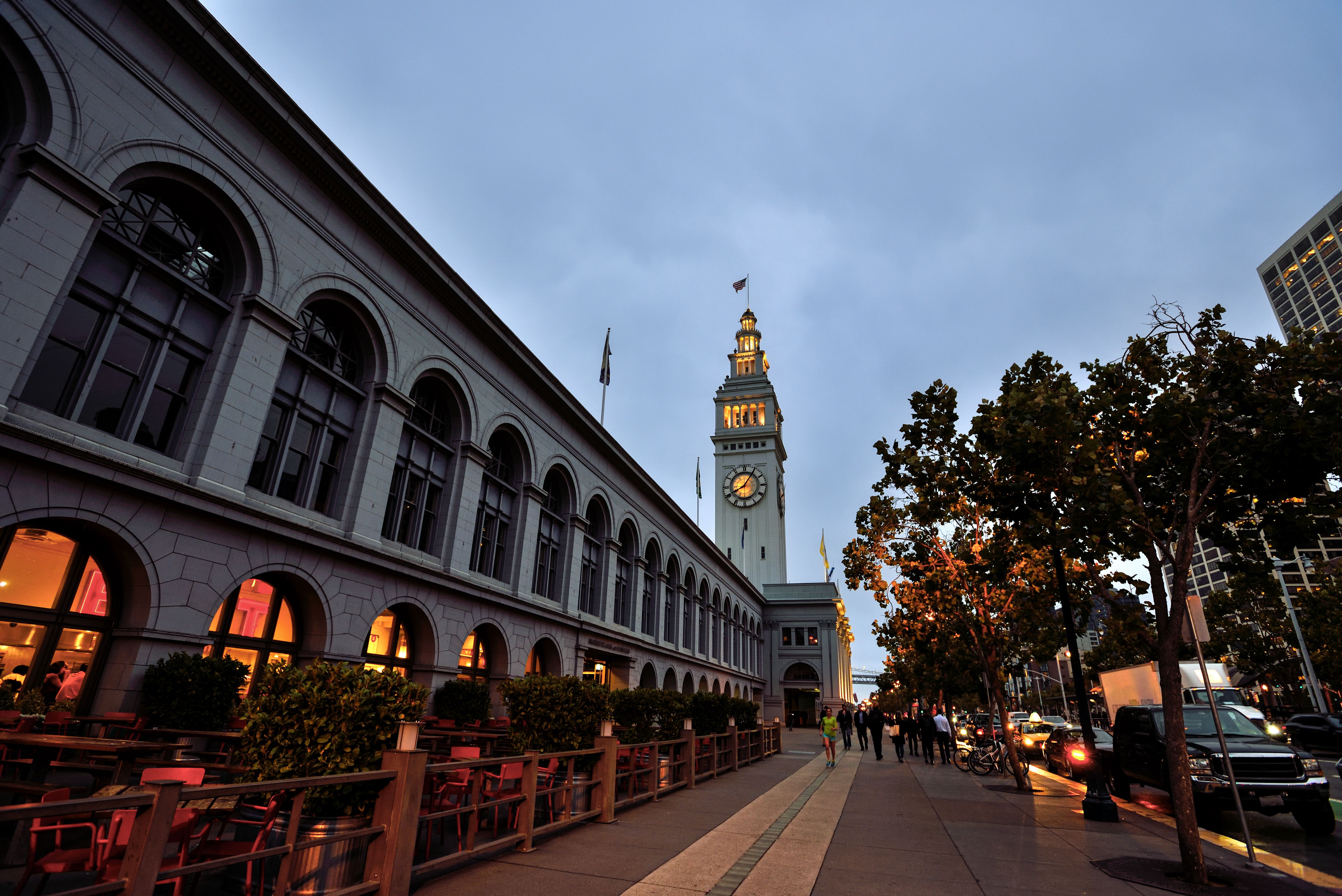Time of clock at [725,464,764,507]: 8:05
